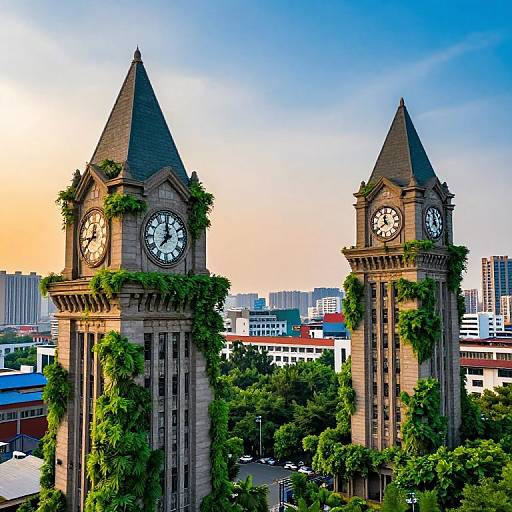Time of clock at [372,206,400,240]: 11:38
